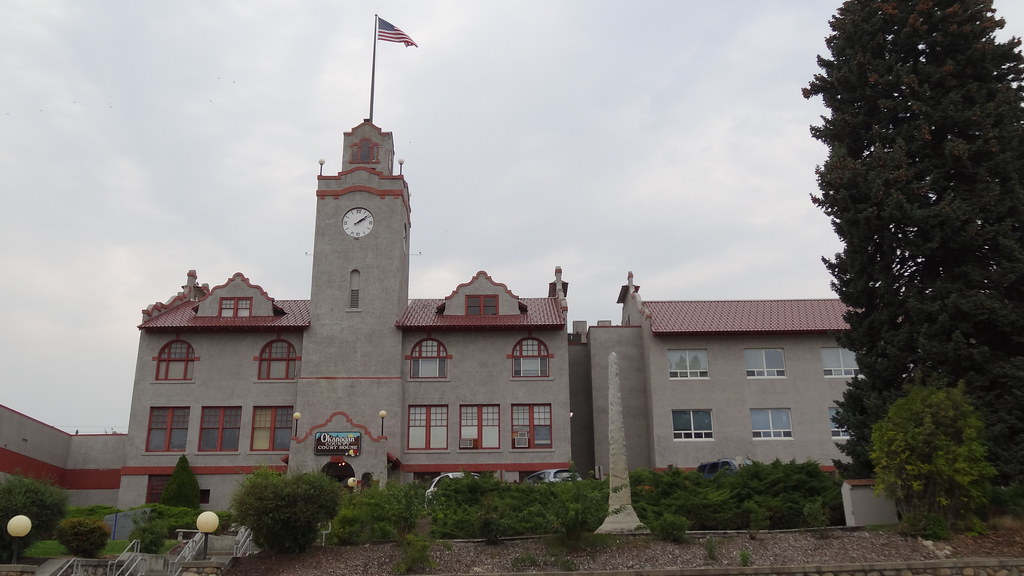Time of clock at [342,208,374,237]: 2:08
